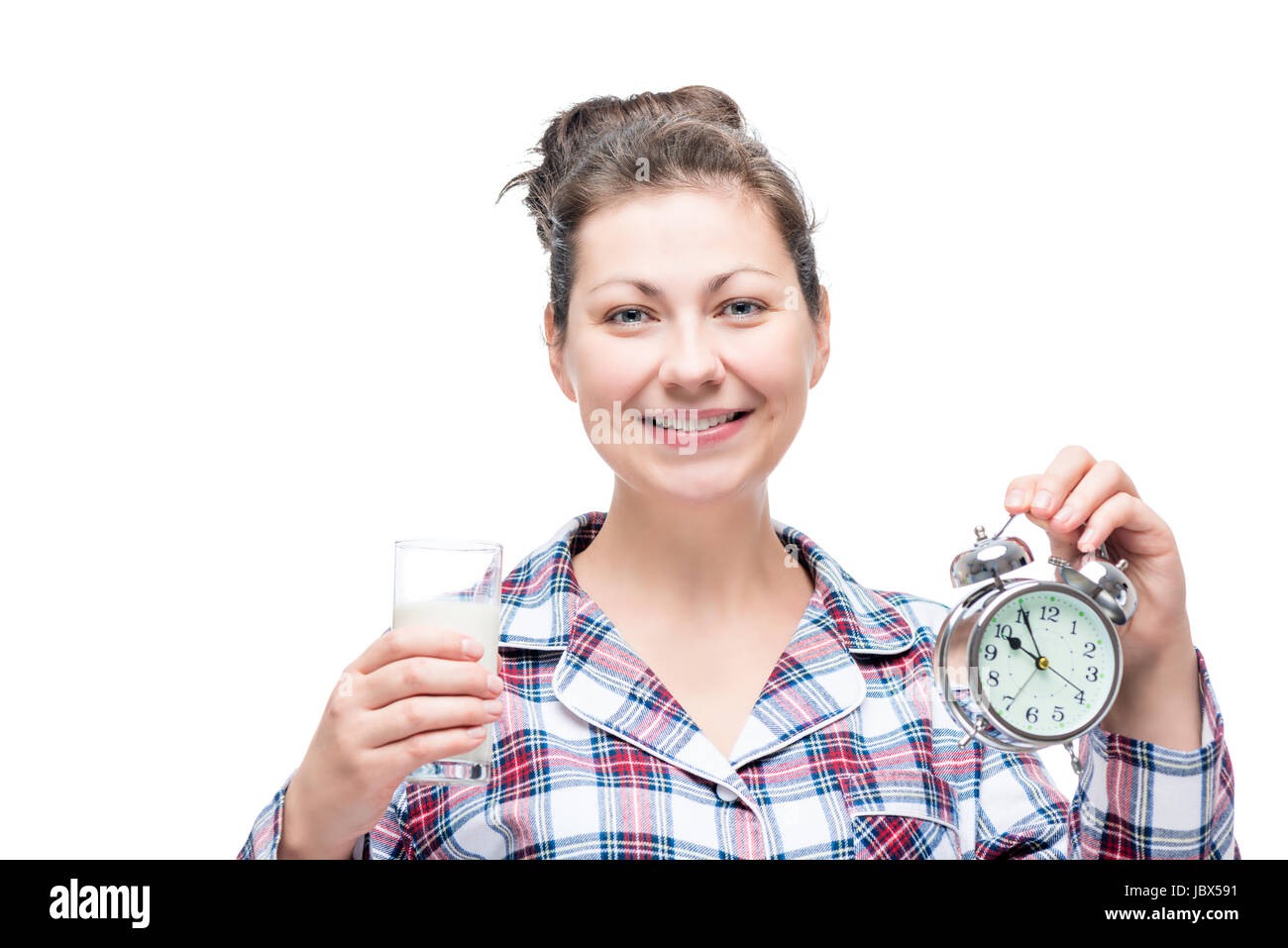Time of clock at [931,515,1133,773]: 9:55
